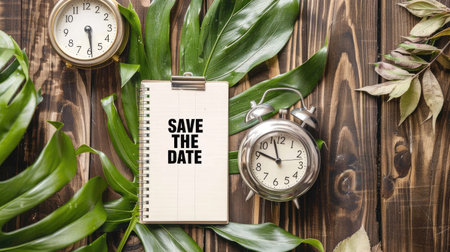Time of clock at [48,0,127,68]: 5:29
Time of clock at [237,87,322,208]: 9:57
